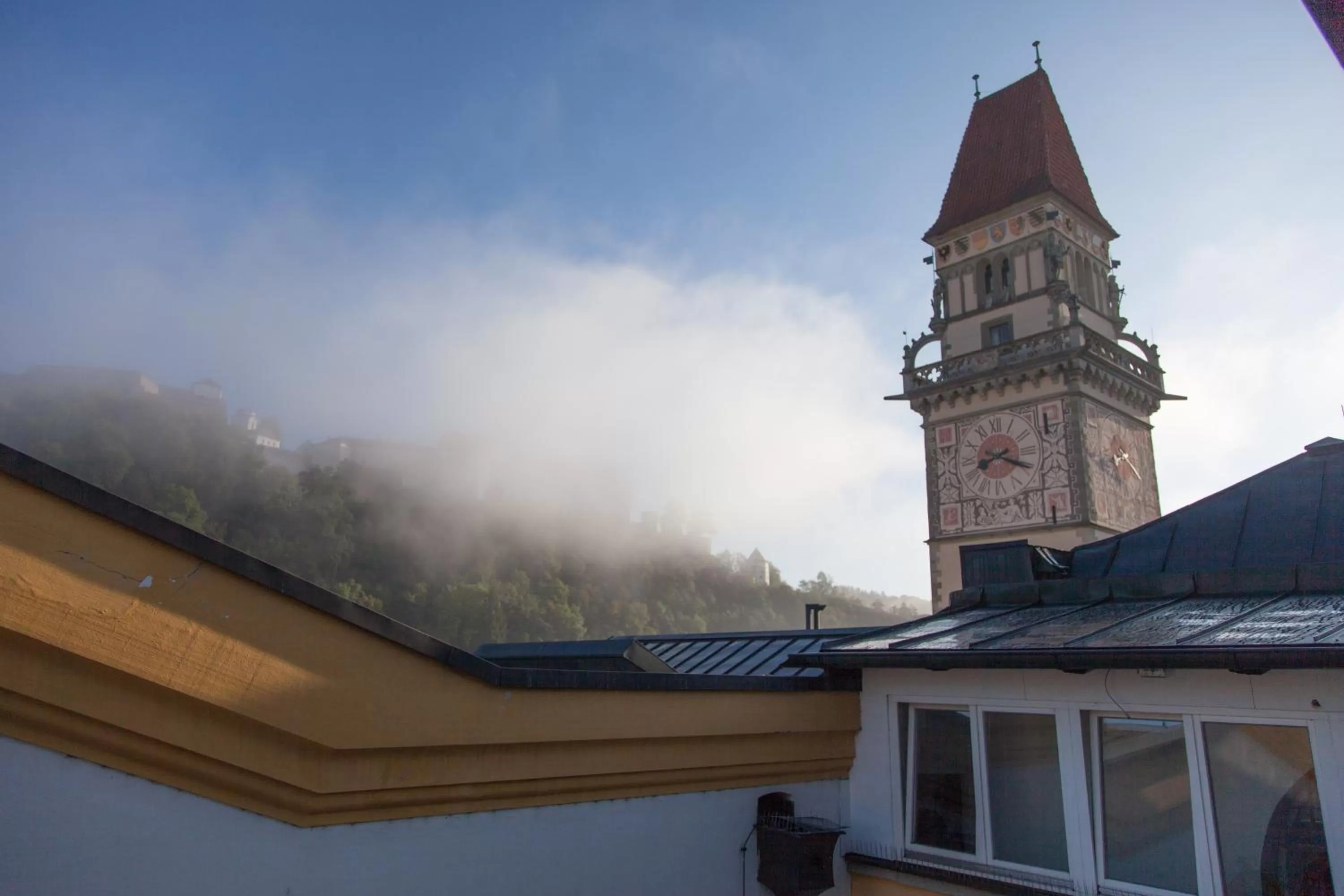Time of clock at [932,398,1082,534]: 8:19
